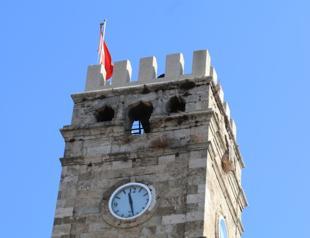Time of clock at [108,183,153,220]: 11:27
